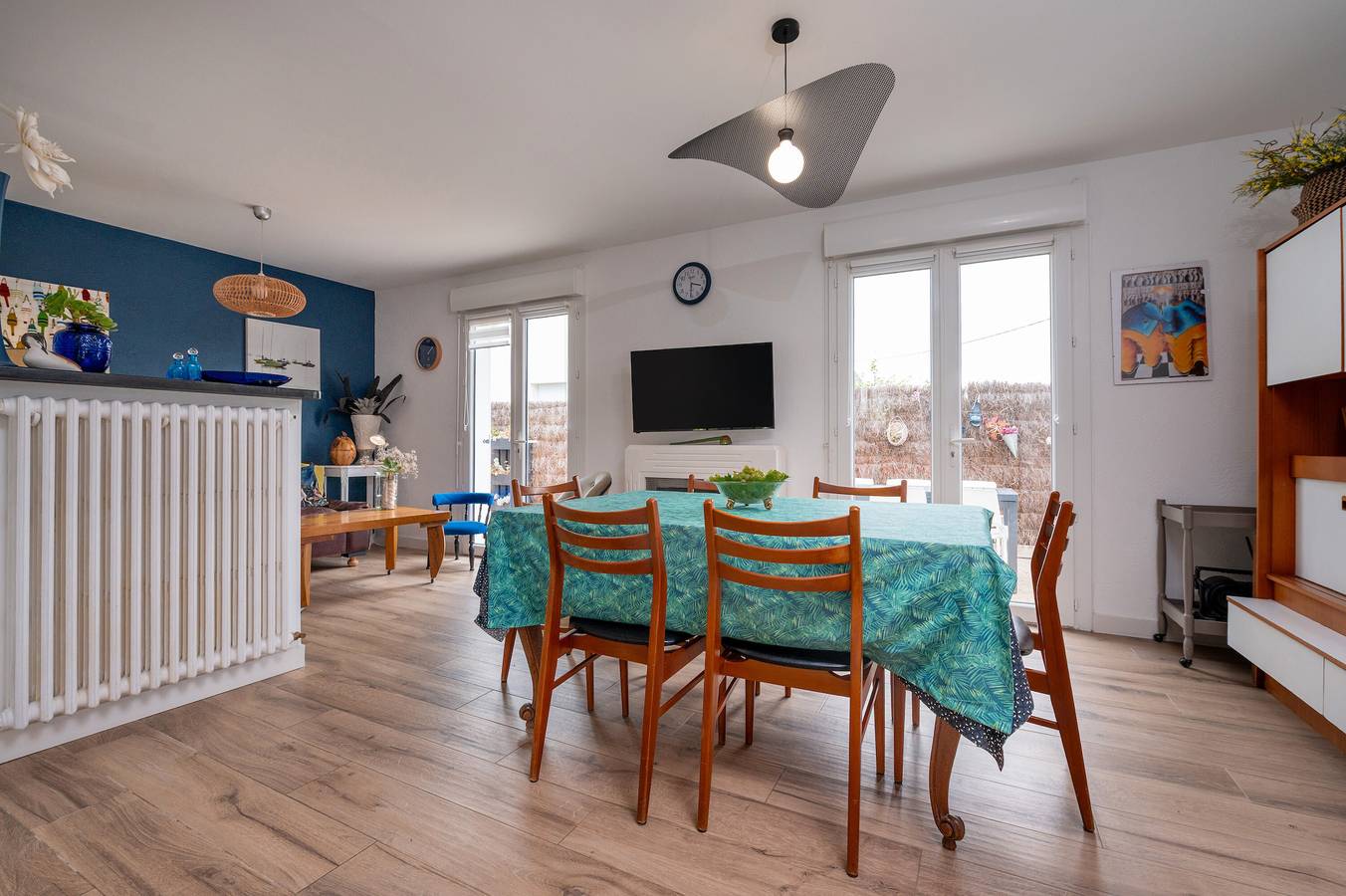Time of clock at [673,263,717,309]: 3:30
